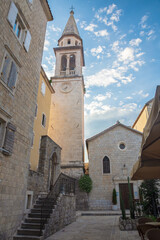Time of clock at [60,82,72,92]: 7:32
